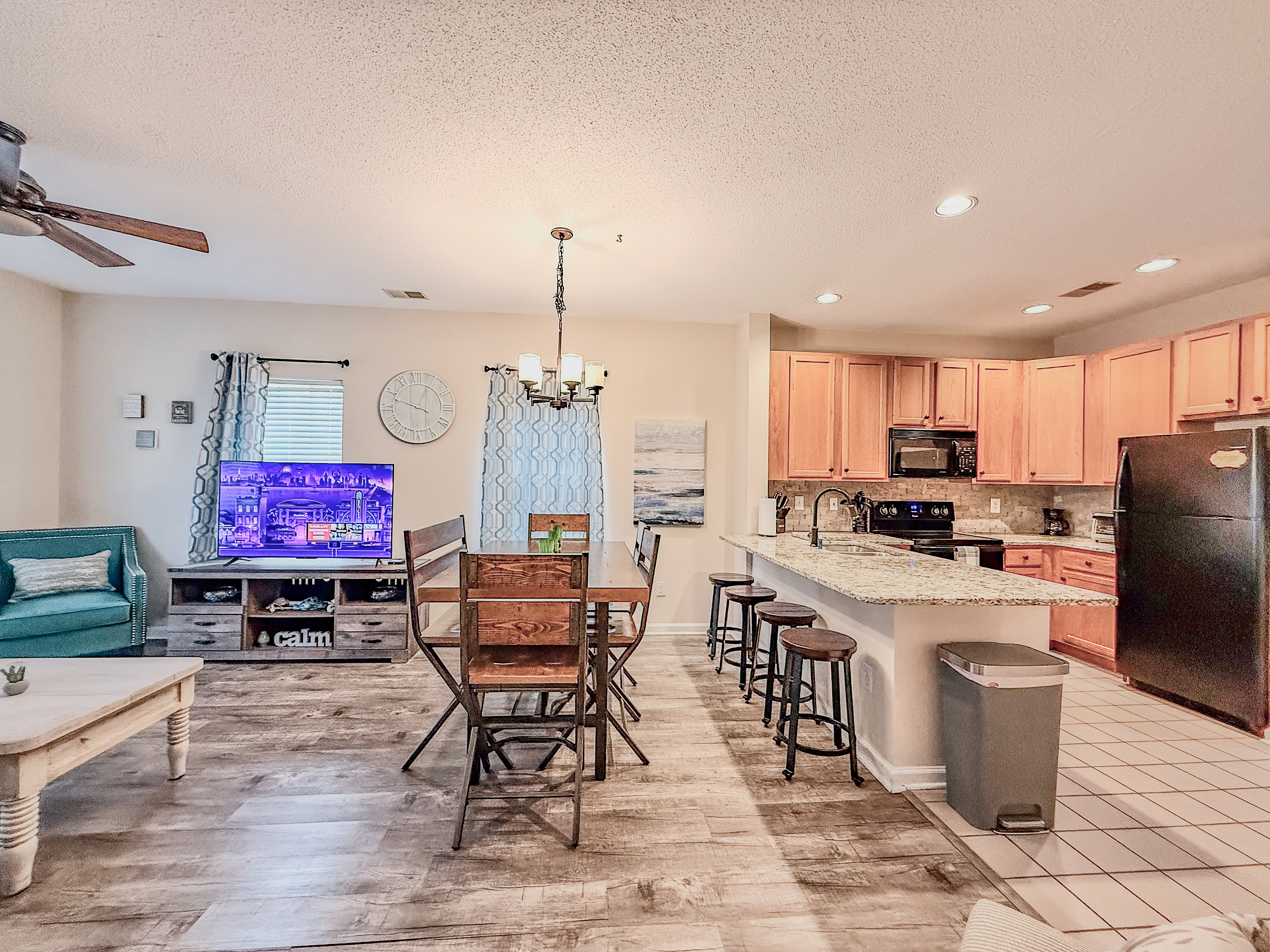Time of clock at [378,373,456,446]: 12:48
